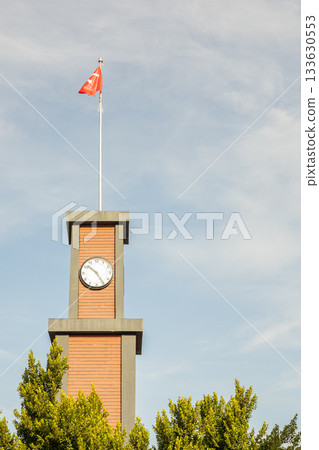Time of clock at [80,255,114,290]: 10:24
